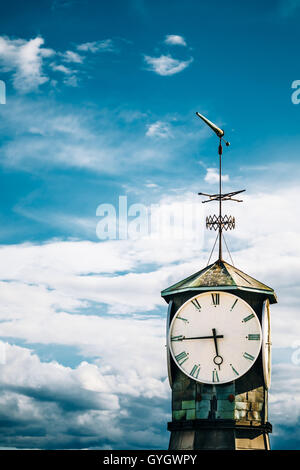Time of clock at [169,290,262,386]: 5:44
